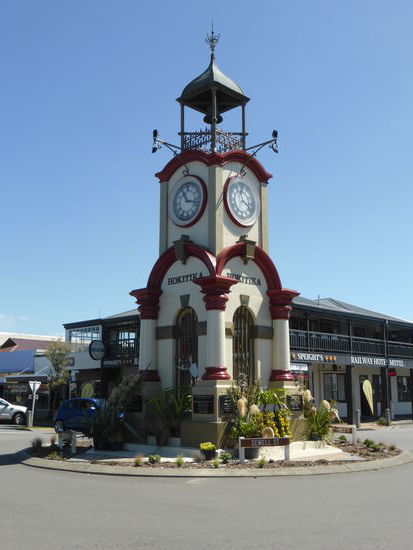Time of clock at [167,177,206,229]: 11:17
